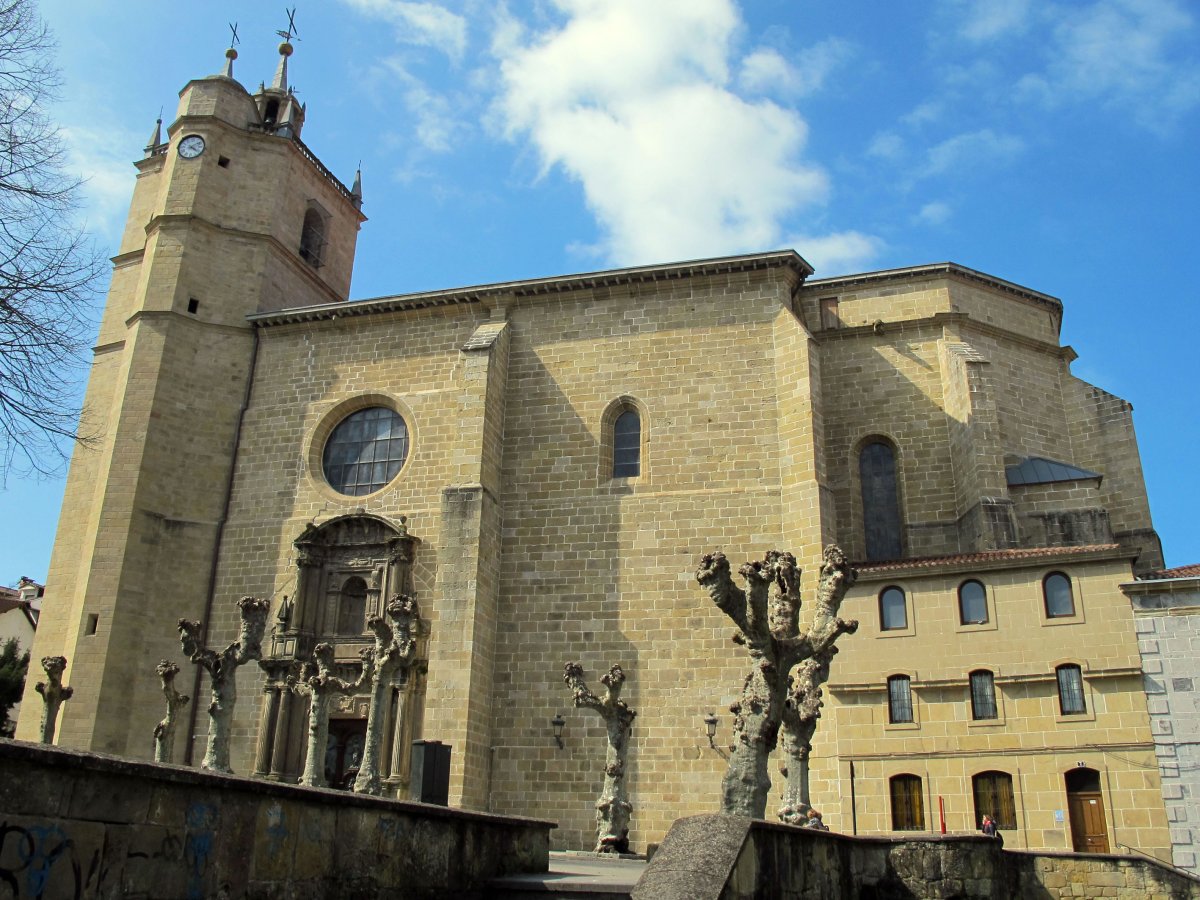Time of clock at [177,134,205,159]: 4:09
